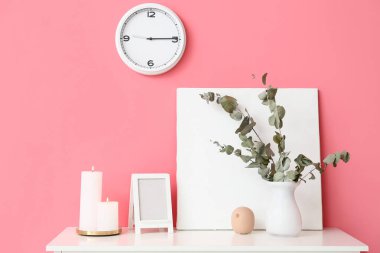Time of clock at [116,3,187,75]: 9:14
